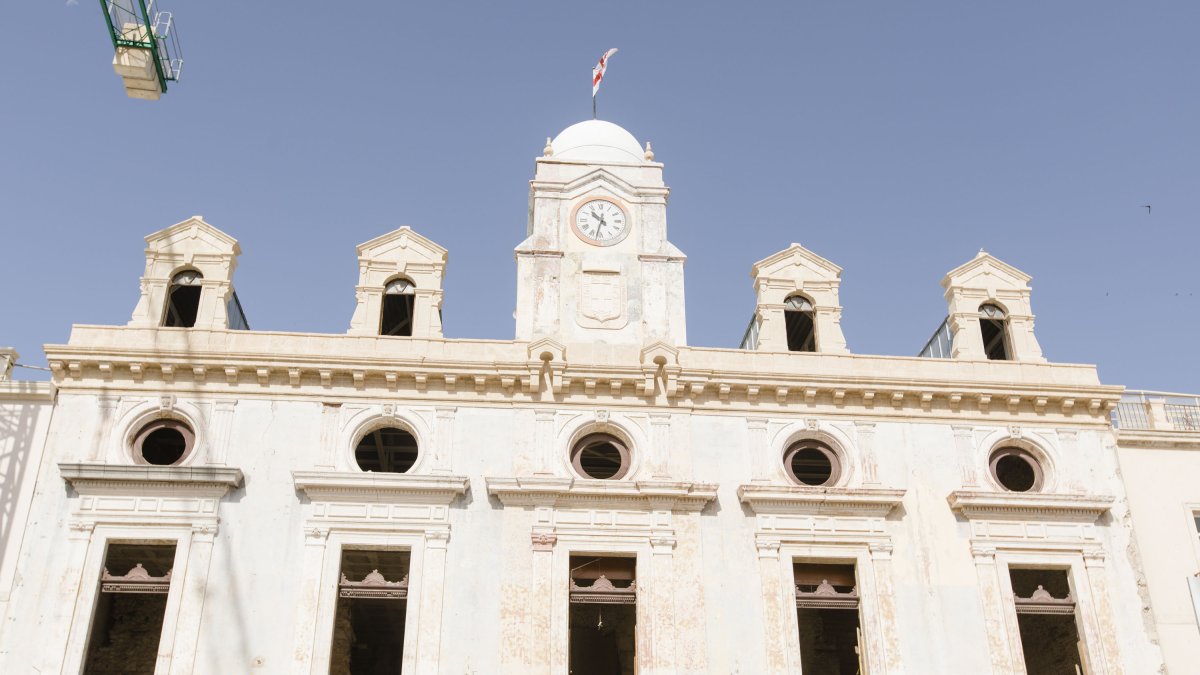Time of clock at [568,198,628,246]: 10:32
